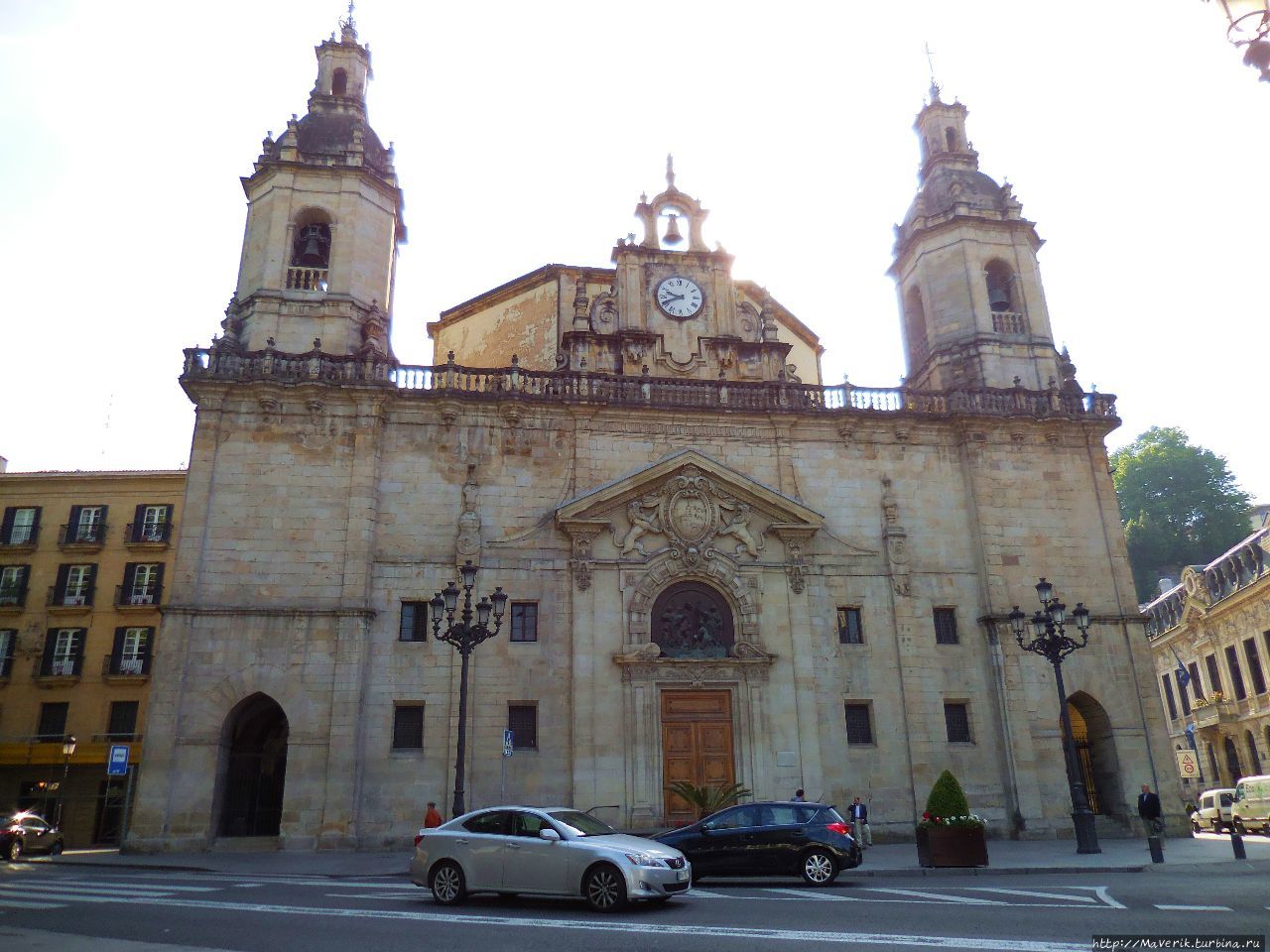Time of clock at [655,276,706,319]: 9:41
